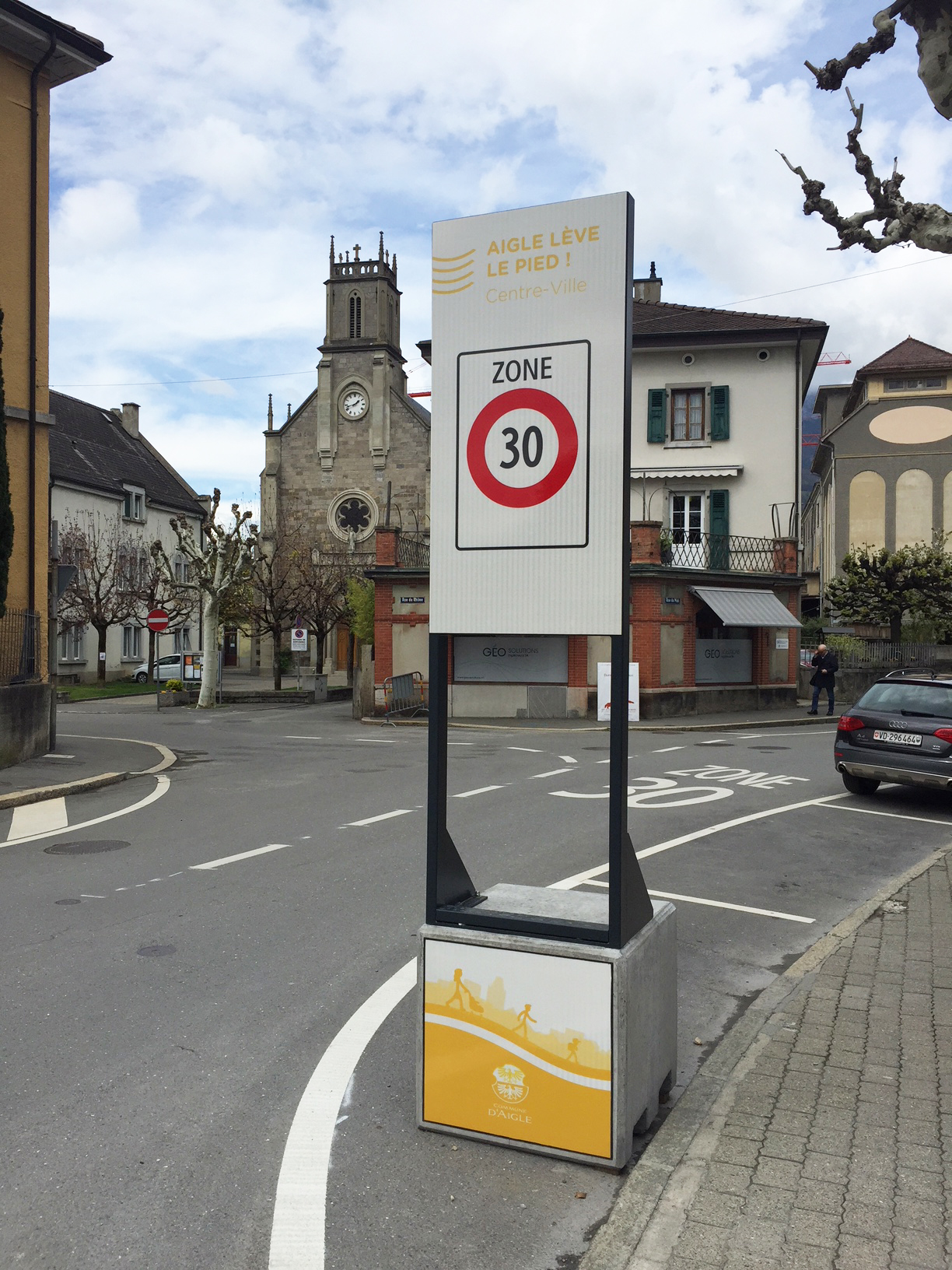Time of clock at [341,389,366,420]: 1:42
